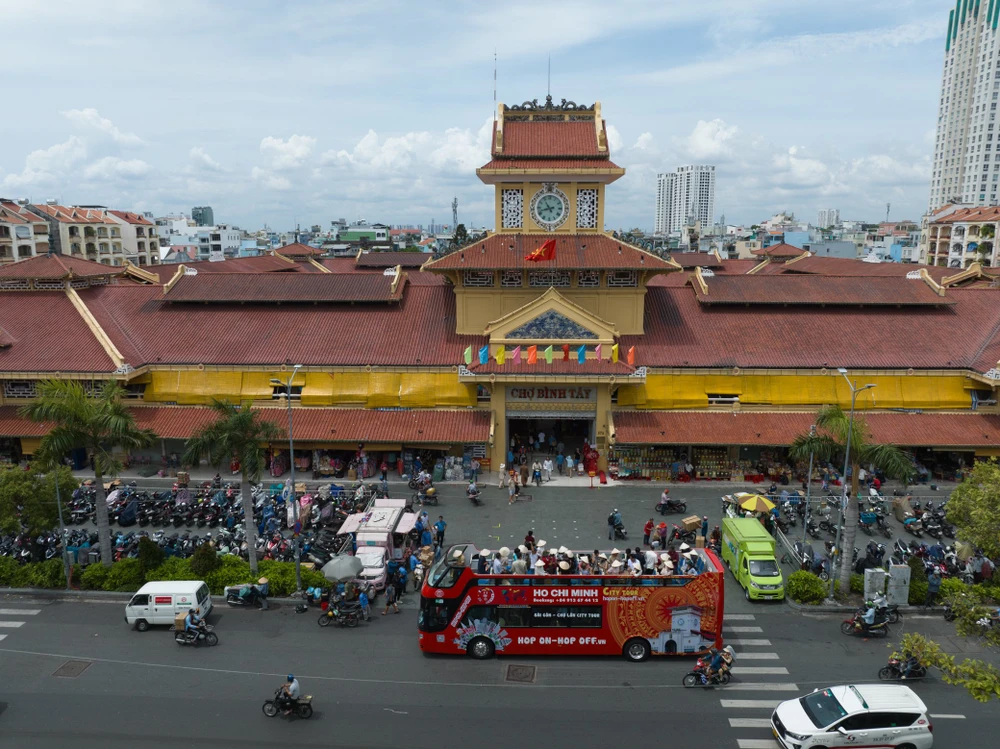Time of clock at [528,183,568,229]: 10:42
